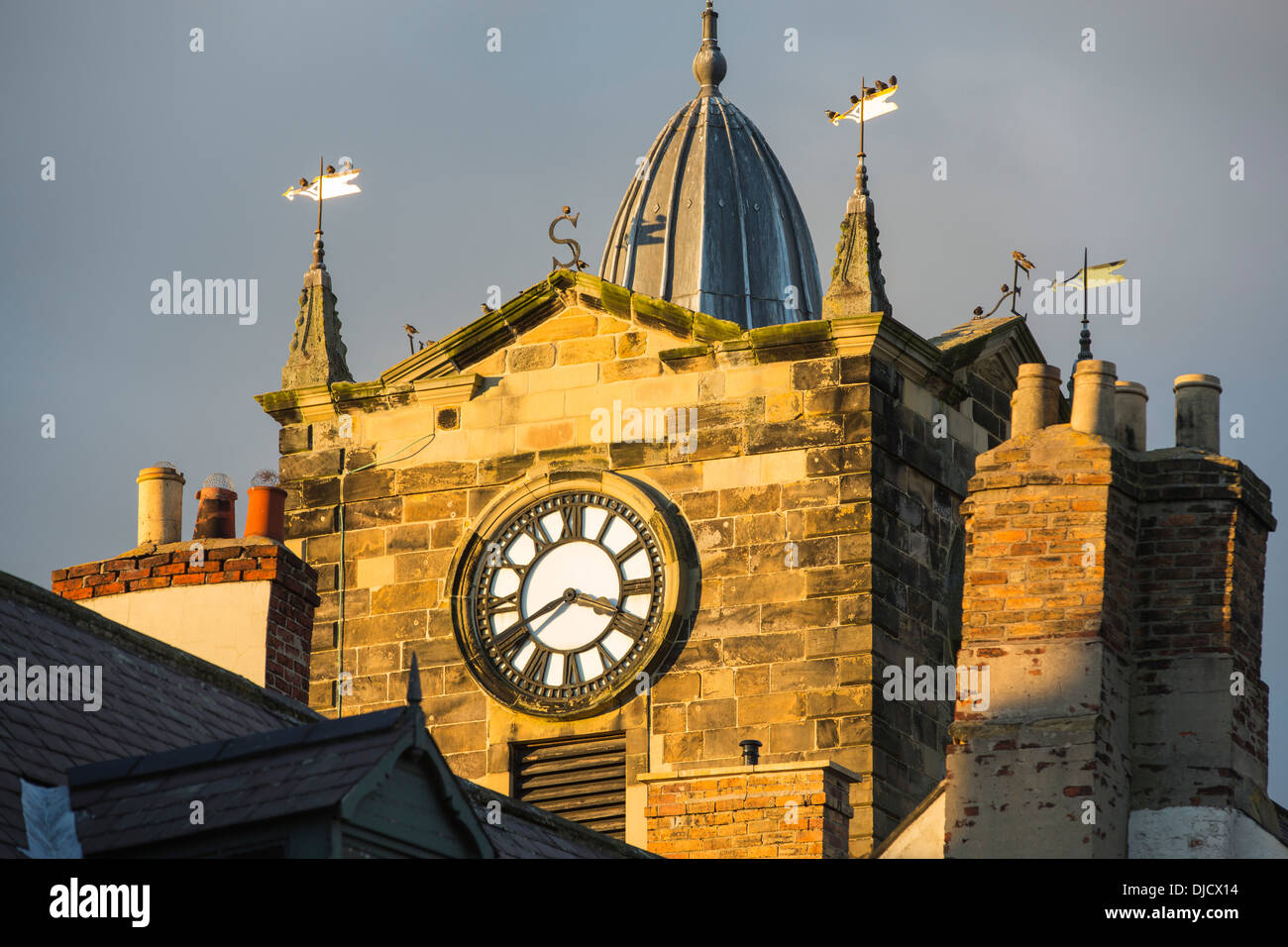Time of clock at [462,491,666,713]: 3:40
